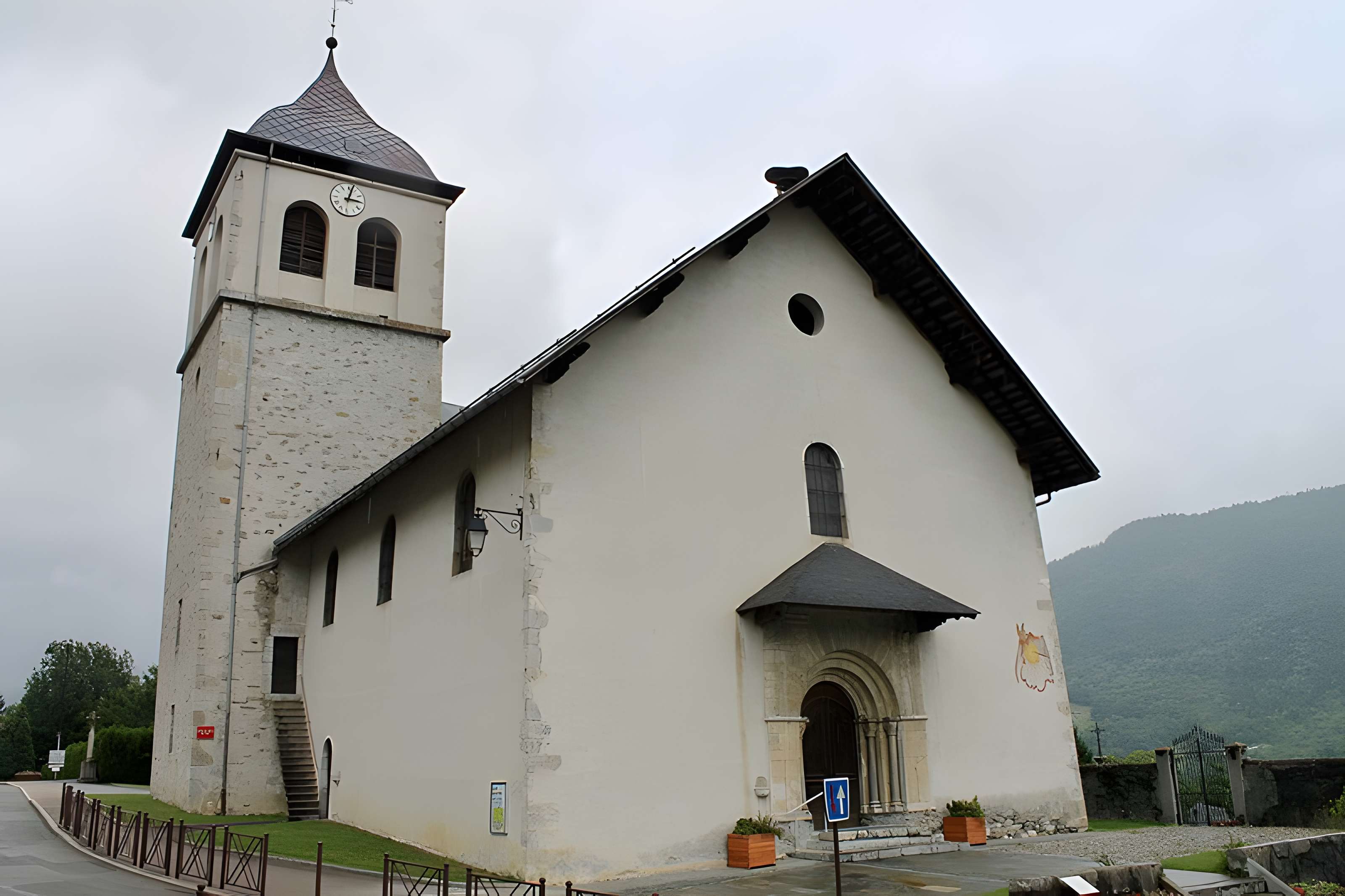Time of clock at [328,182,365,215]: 3:02
